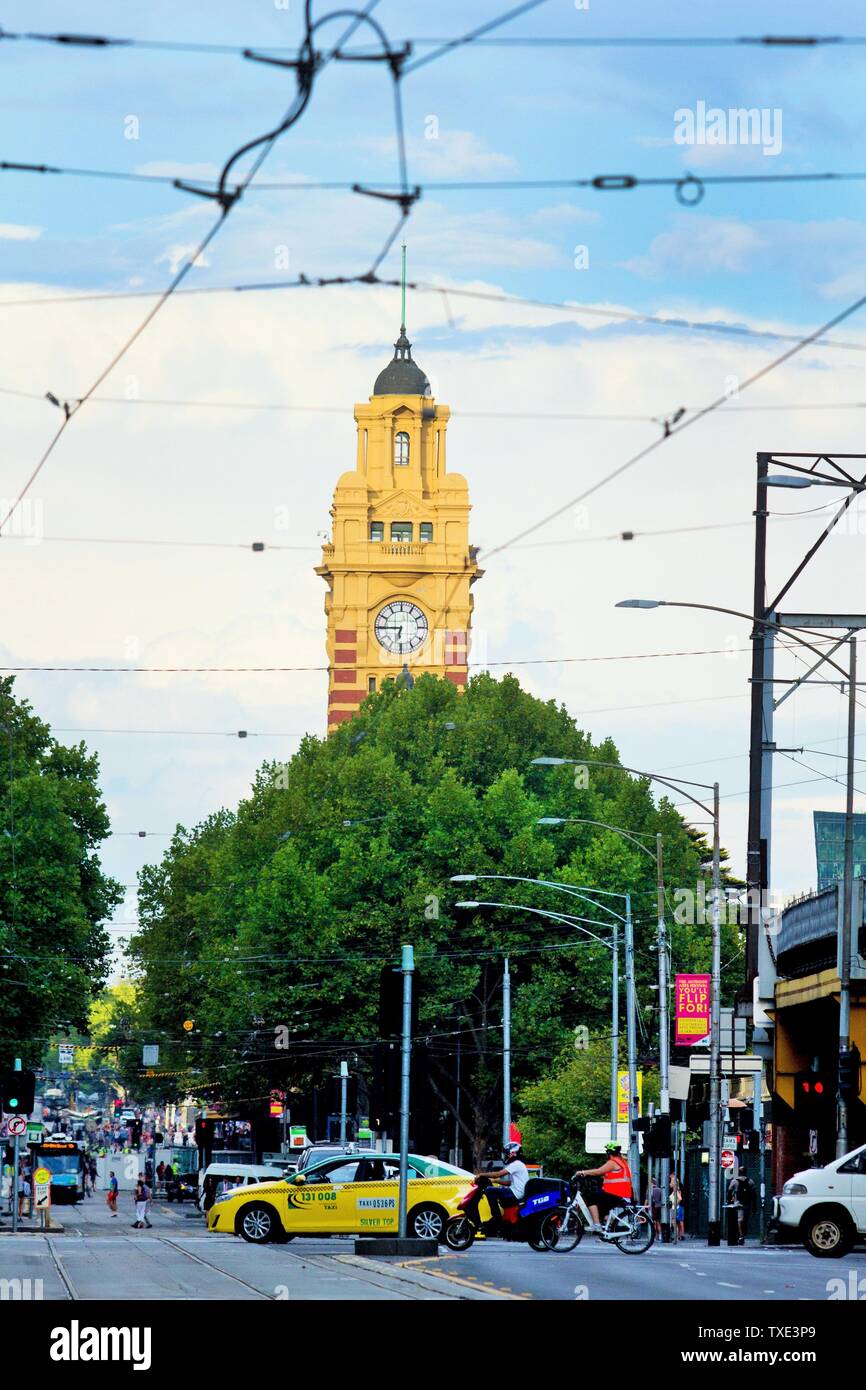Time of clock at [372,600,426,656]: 6:45
